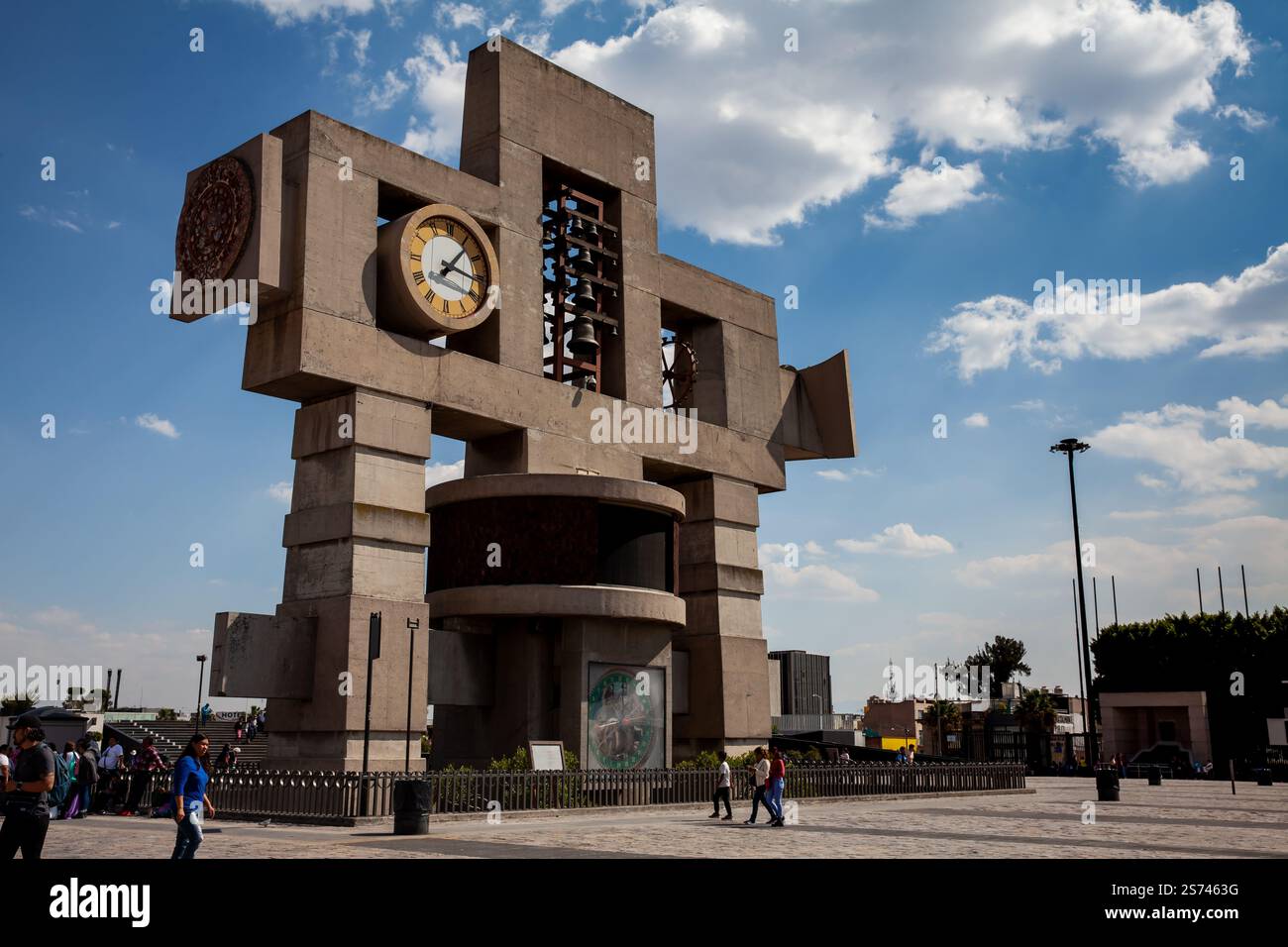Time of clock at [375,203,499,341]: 1:16
